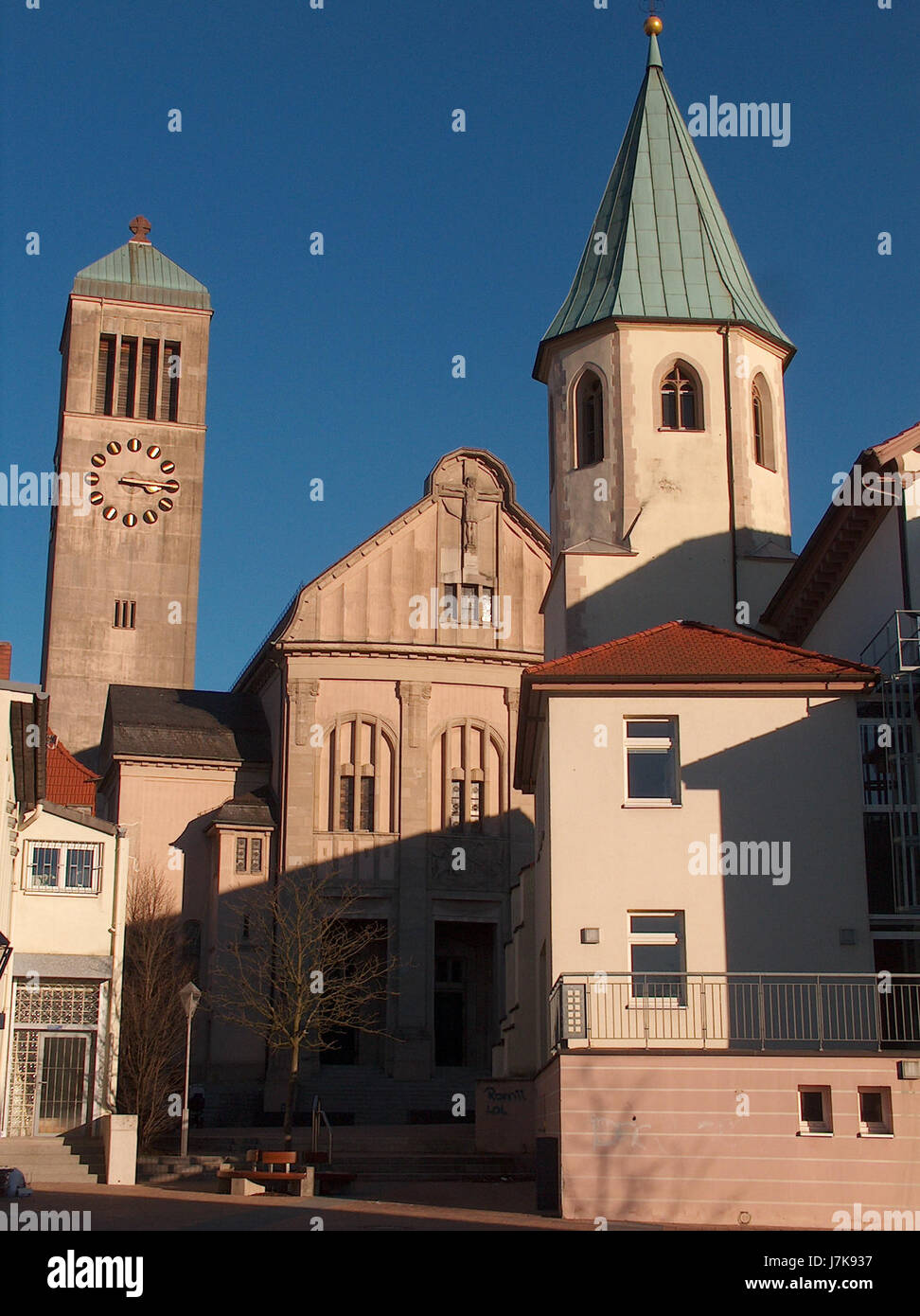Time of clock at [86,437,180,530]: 3:15
